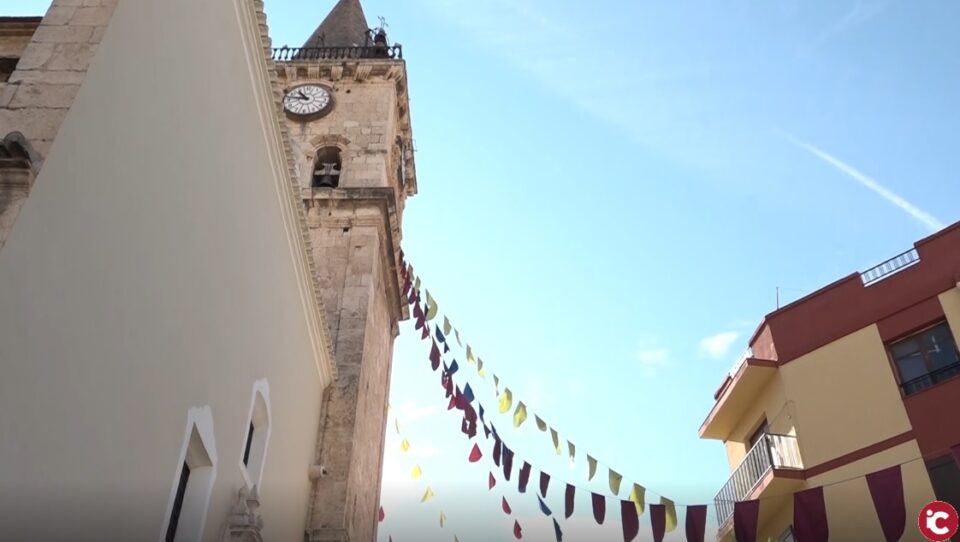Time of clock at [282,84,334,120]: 10:47
